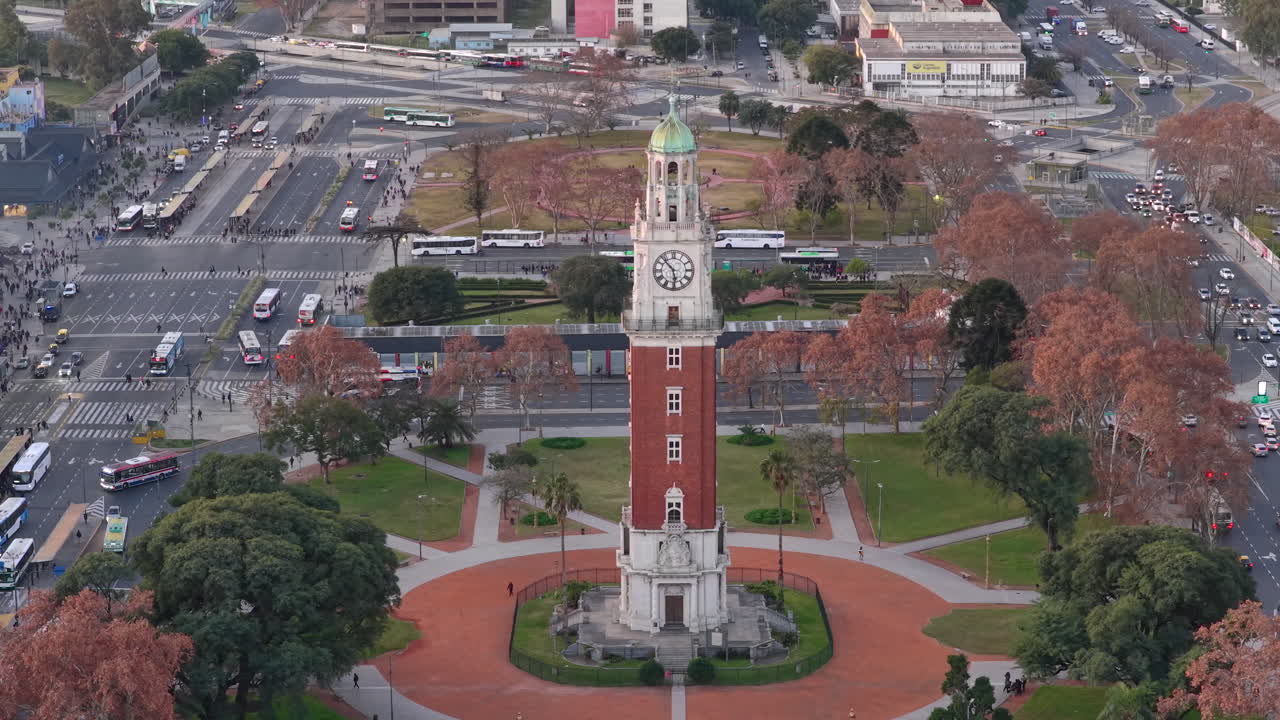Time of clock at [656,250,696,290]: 10:28
